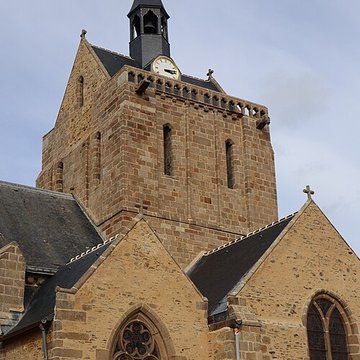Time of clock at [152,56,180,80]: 3:13
